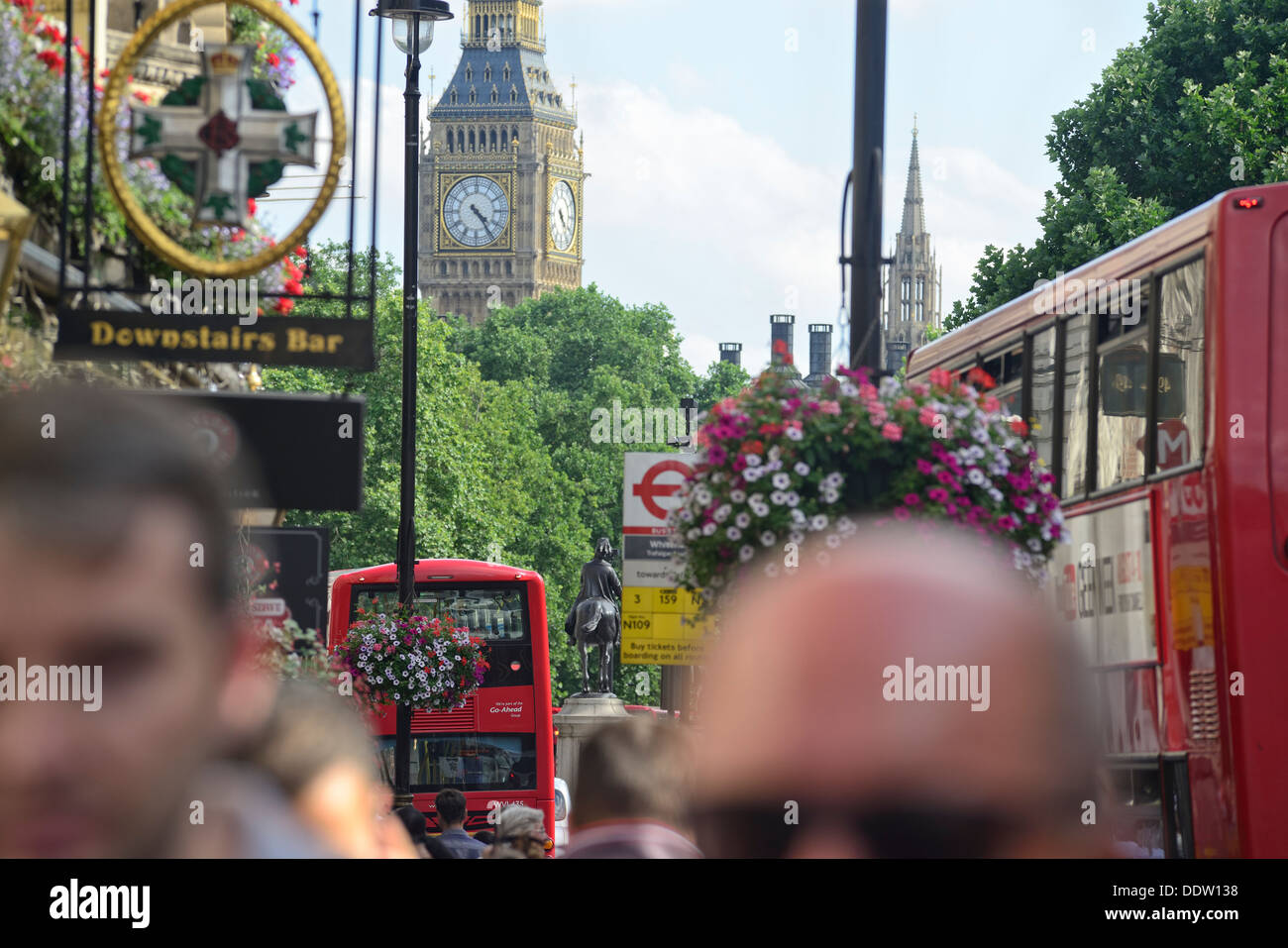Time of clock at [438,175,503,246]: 4:23
